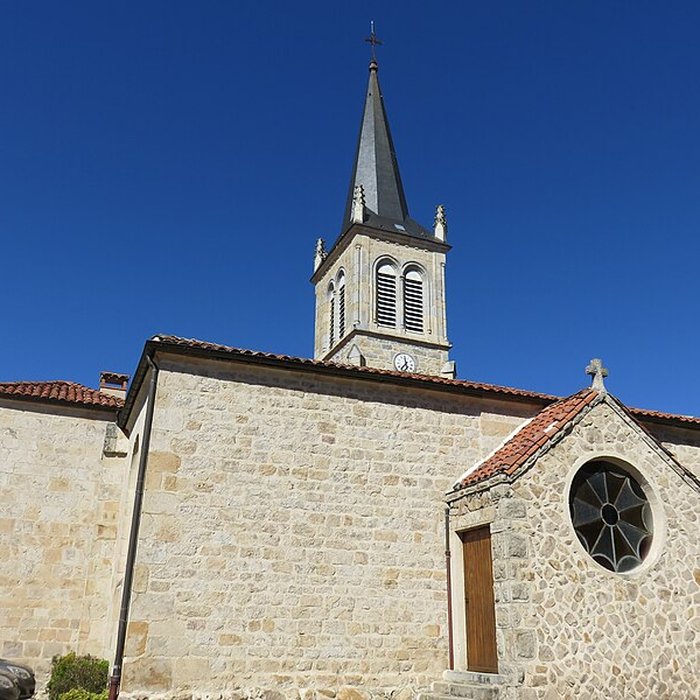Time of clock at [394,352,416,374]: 11:37
